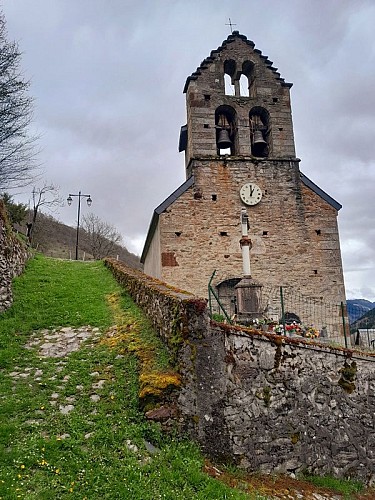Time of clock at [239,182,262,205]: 1:00
